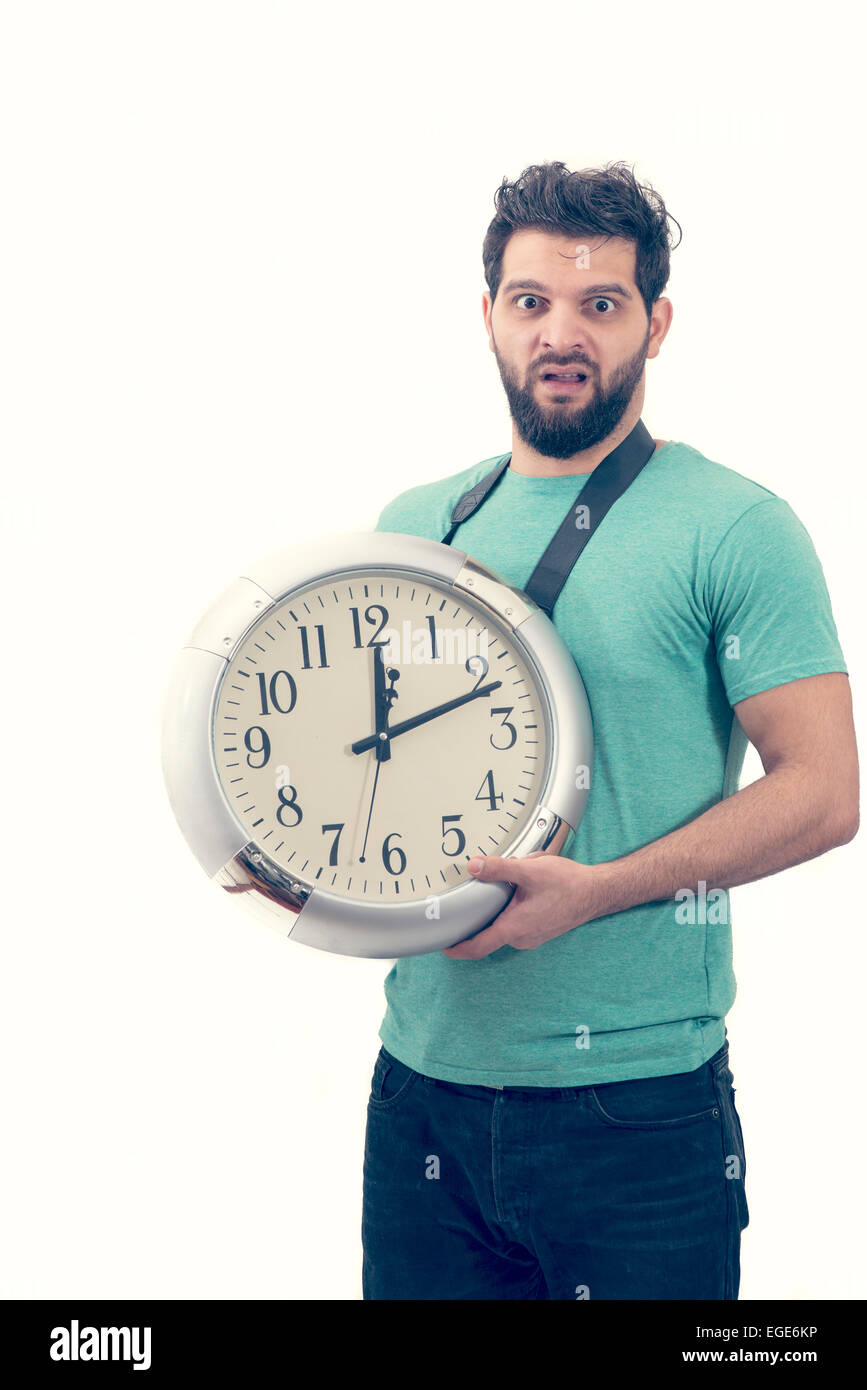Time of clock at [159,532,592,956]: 12:11
